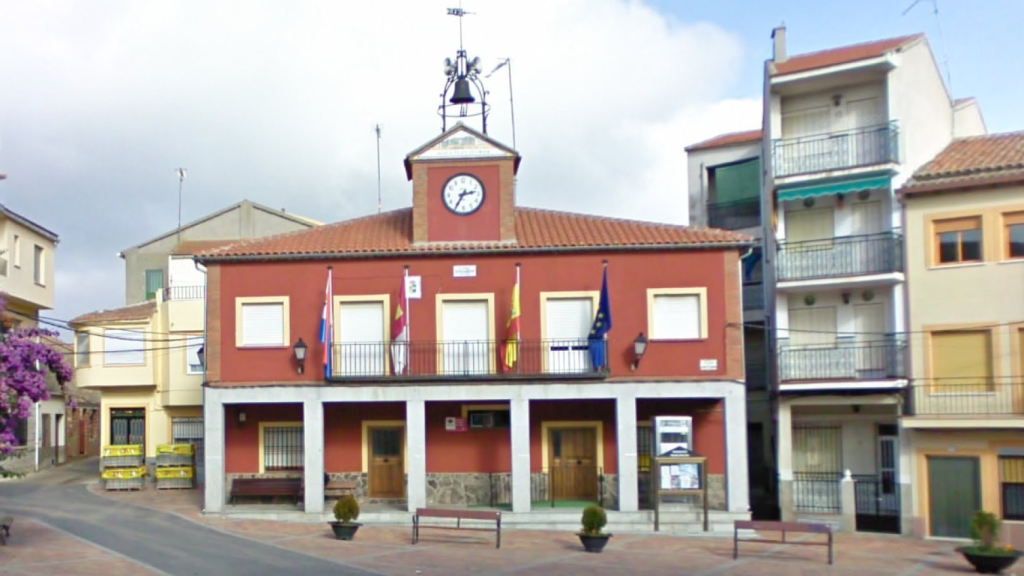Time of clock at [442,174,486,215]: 2:35
